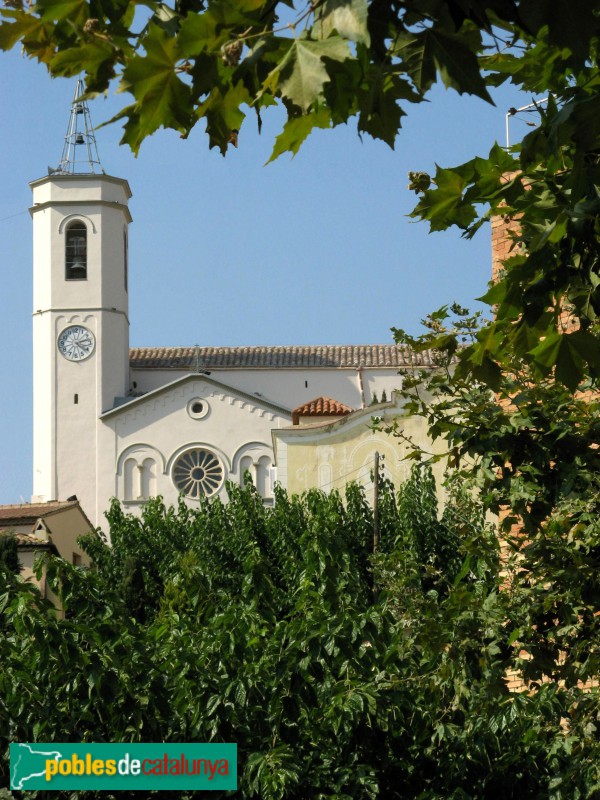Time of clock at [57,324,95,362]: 4:12
